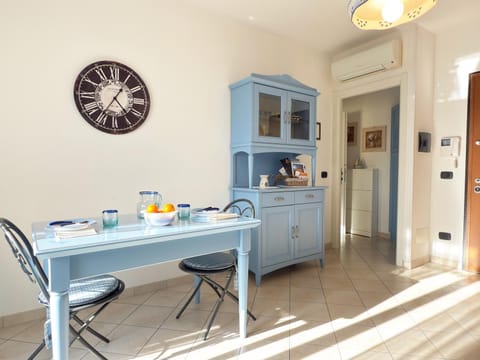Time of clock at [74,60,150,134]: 4:35
